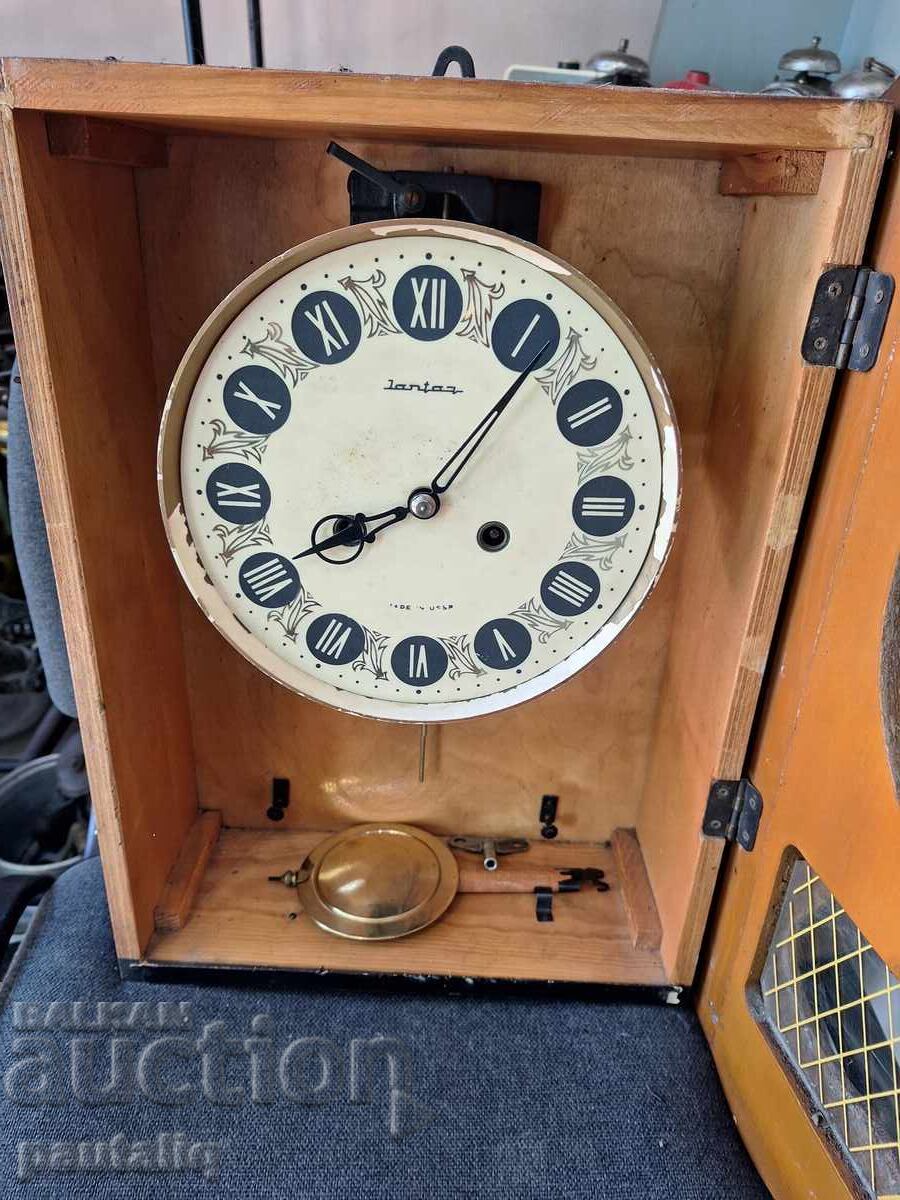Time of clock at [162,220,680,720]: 8:06
